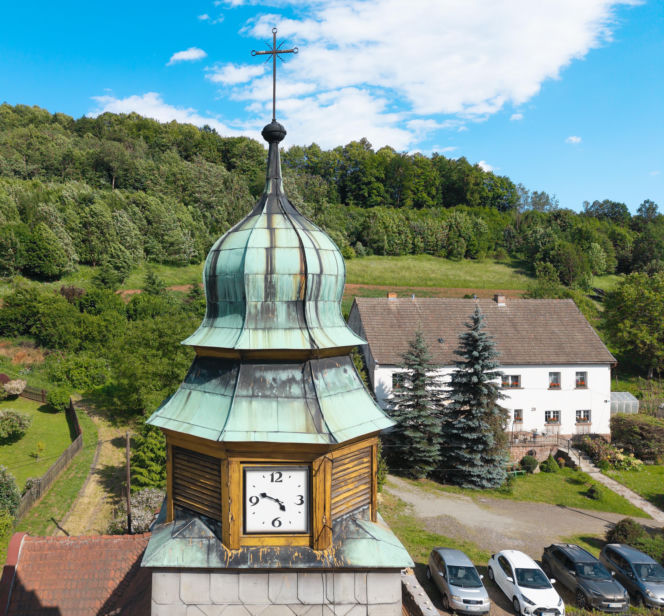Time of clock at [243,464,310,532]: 4:48
